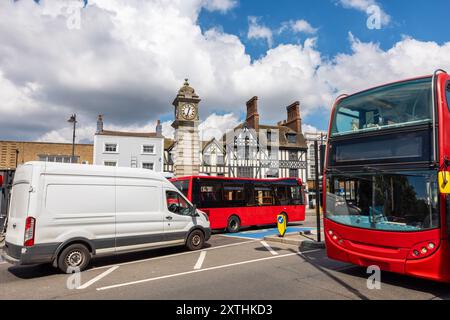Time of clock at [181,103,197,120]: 12:32
